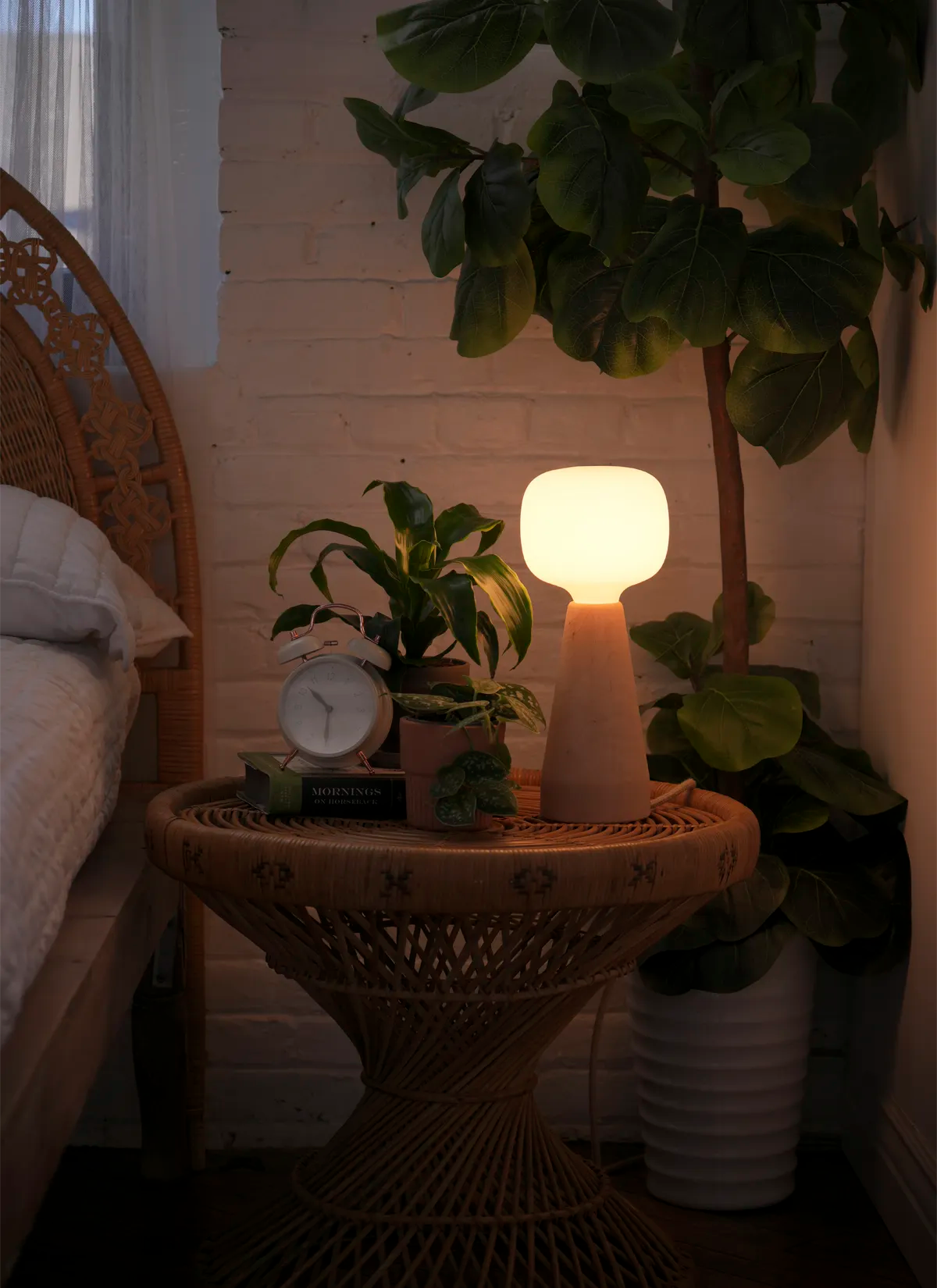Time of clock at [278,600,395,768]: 10:30
